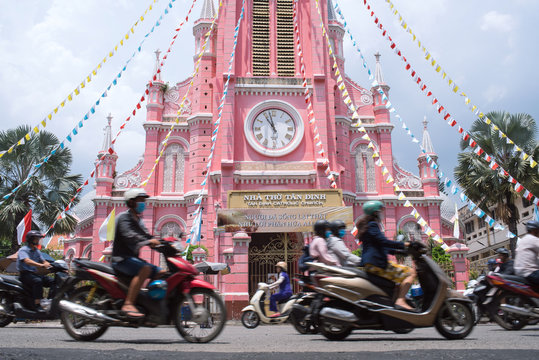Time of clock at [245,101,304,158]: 10:57
